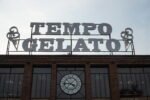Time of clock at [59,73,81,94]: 3:43
